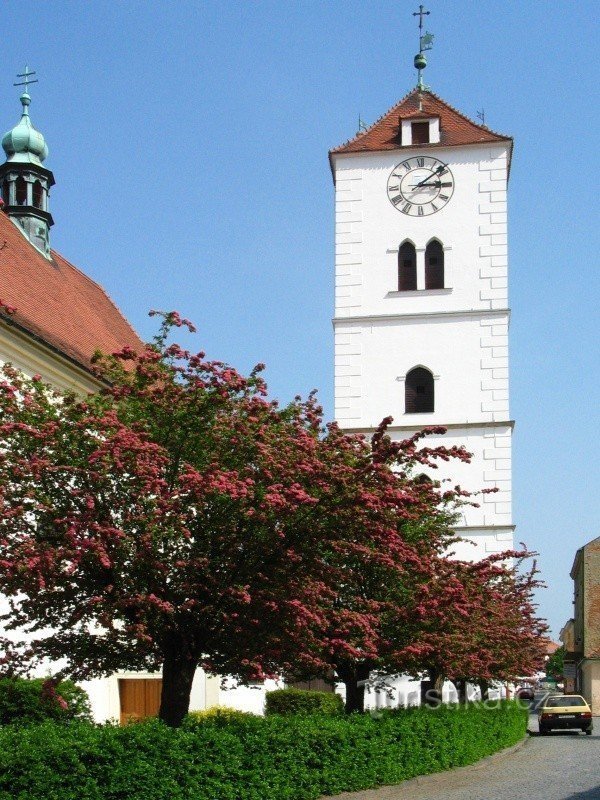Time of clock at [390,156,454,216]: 3:08
